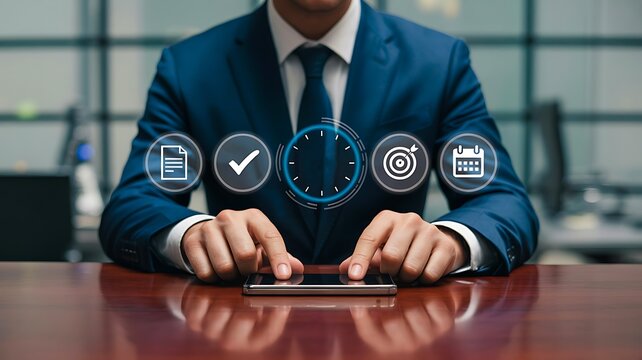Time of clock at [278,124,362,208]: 6:01
